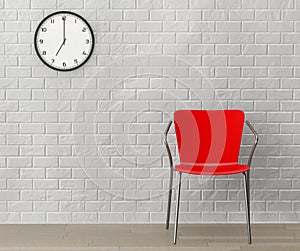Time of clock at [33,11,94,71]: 7:00
